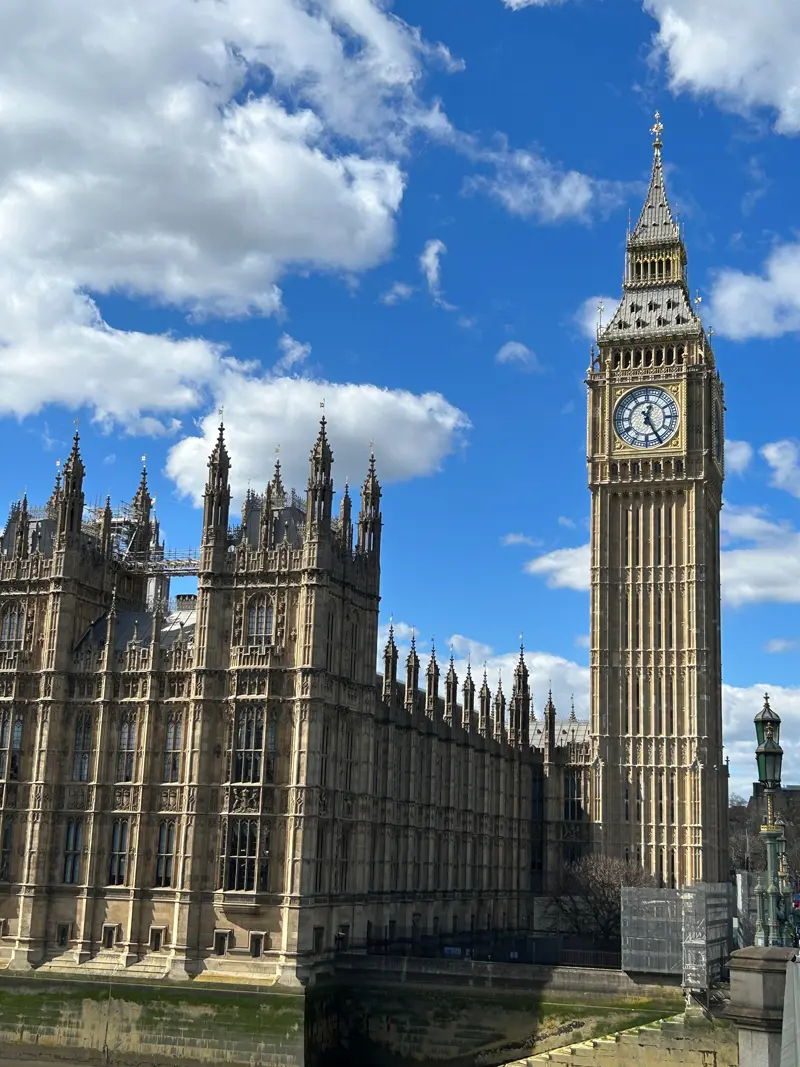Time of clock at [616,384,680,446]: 12:25
